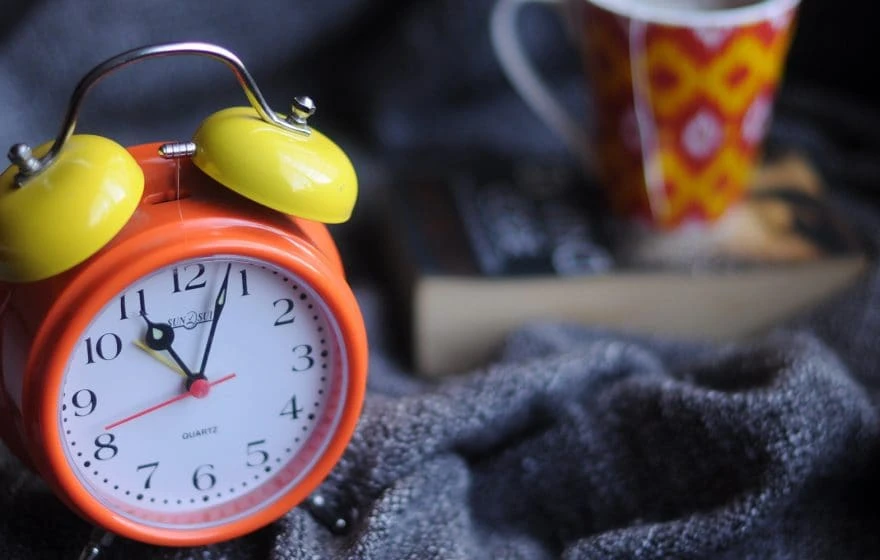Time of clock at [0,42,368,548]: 11:03
